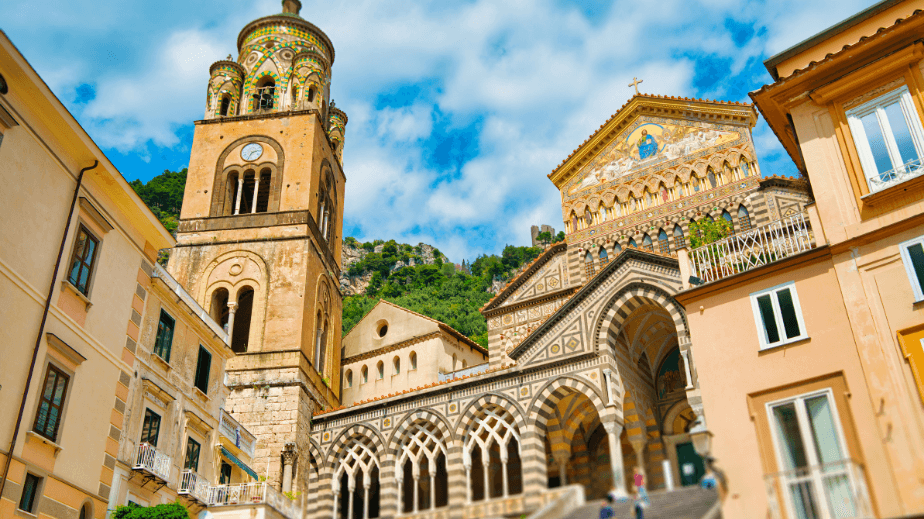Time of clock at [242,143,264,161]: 2:33
